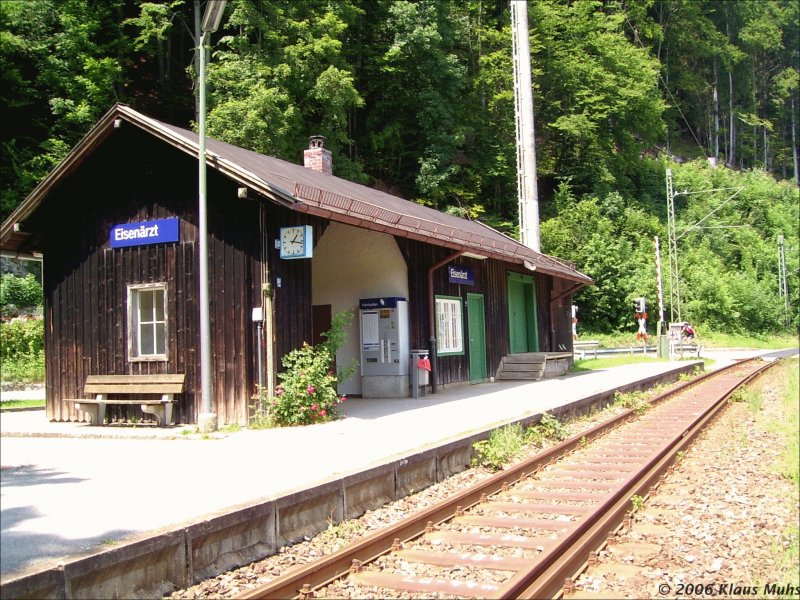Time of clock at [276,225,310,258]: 1:16
